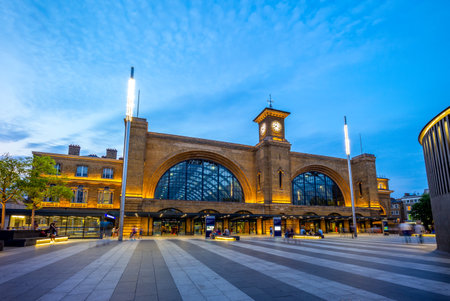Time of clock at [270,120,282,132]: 8:38
